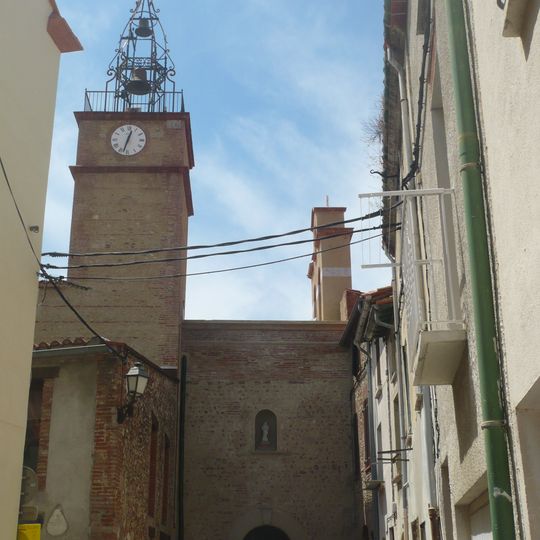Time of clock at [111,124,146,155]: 12:32
